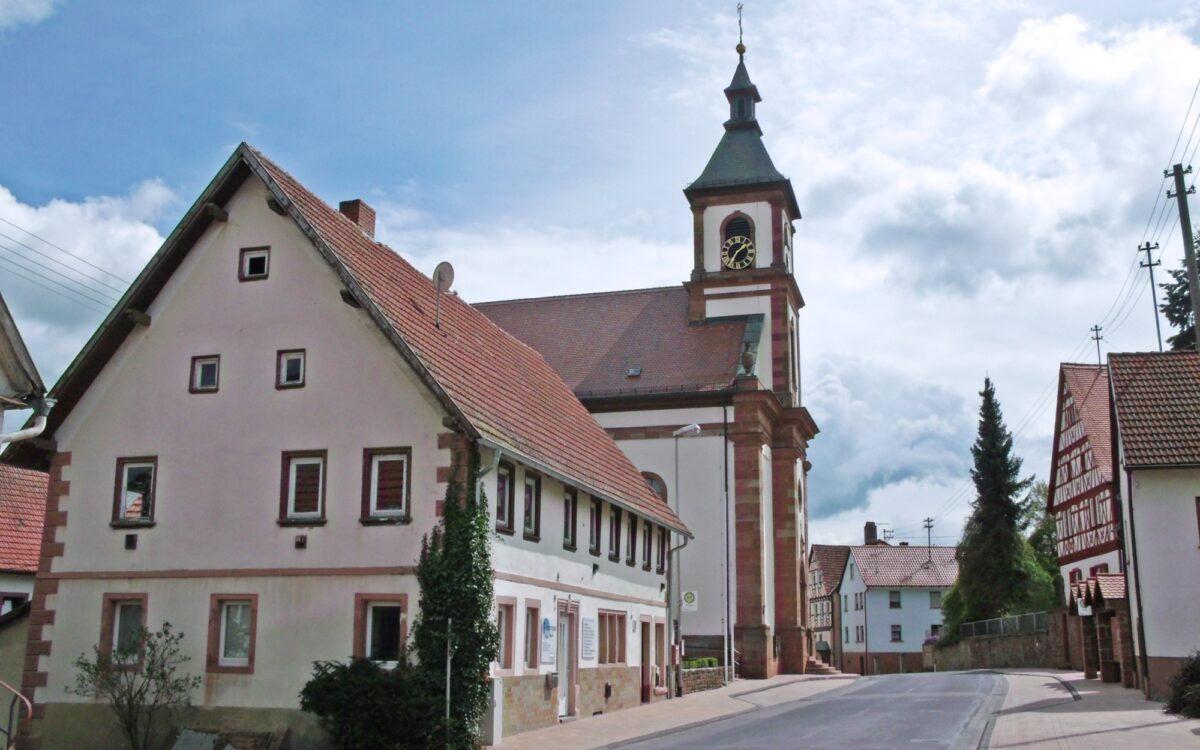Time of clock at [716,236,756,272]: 1:34
